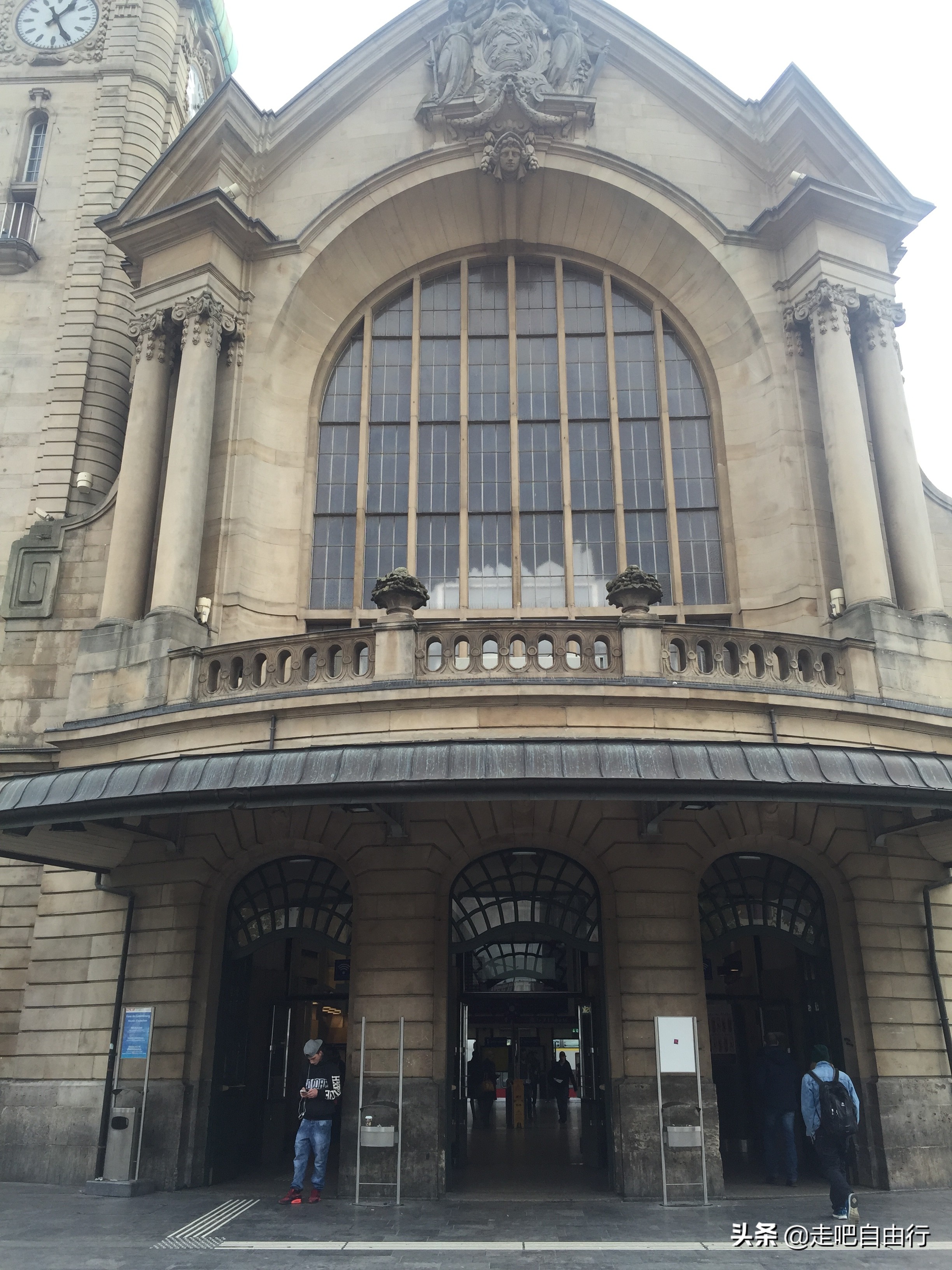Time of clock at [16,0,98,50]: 1:25
